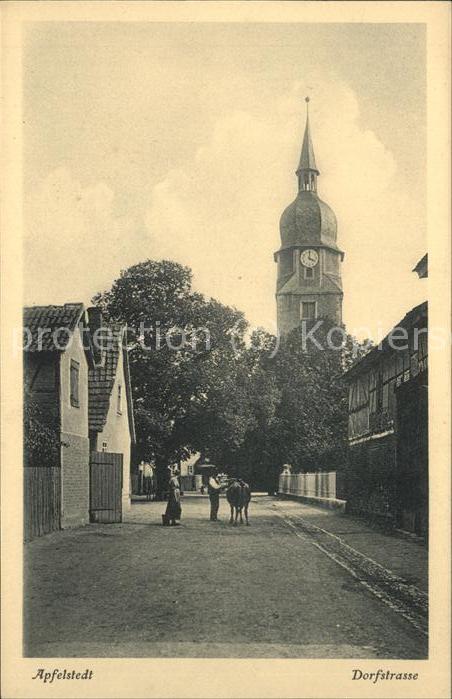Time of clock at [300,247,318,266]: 4:00
